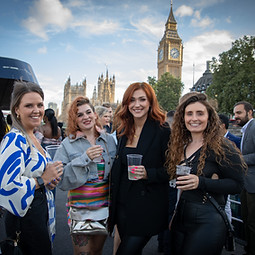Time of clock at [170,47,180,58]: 7:11
